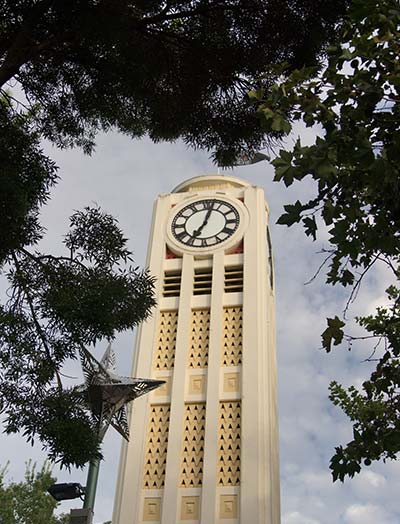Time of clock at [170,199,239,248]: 7:02
